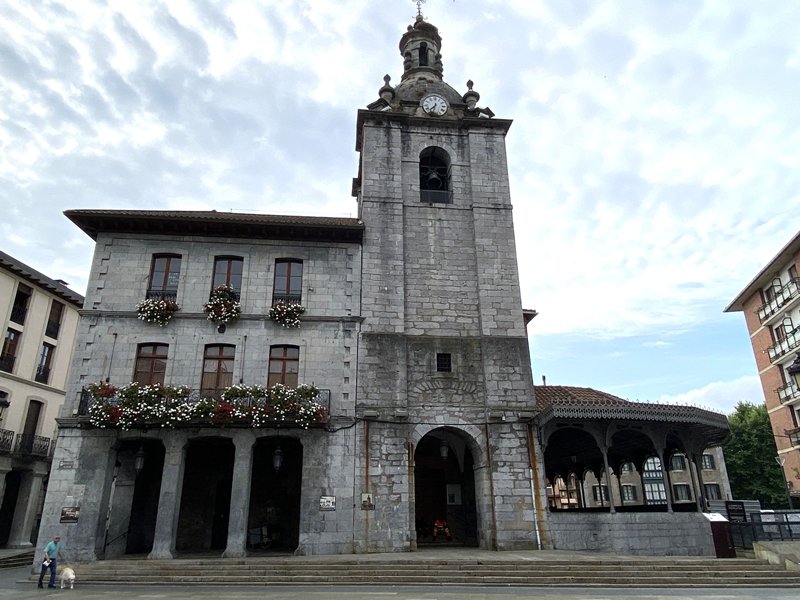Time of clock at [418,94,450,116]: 7:32
